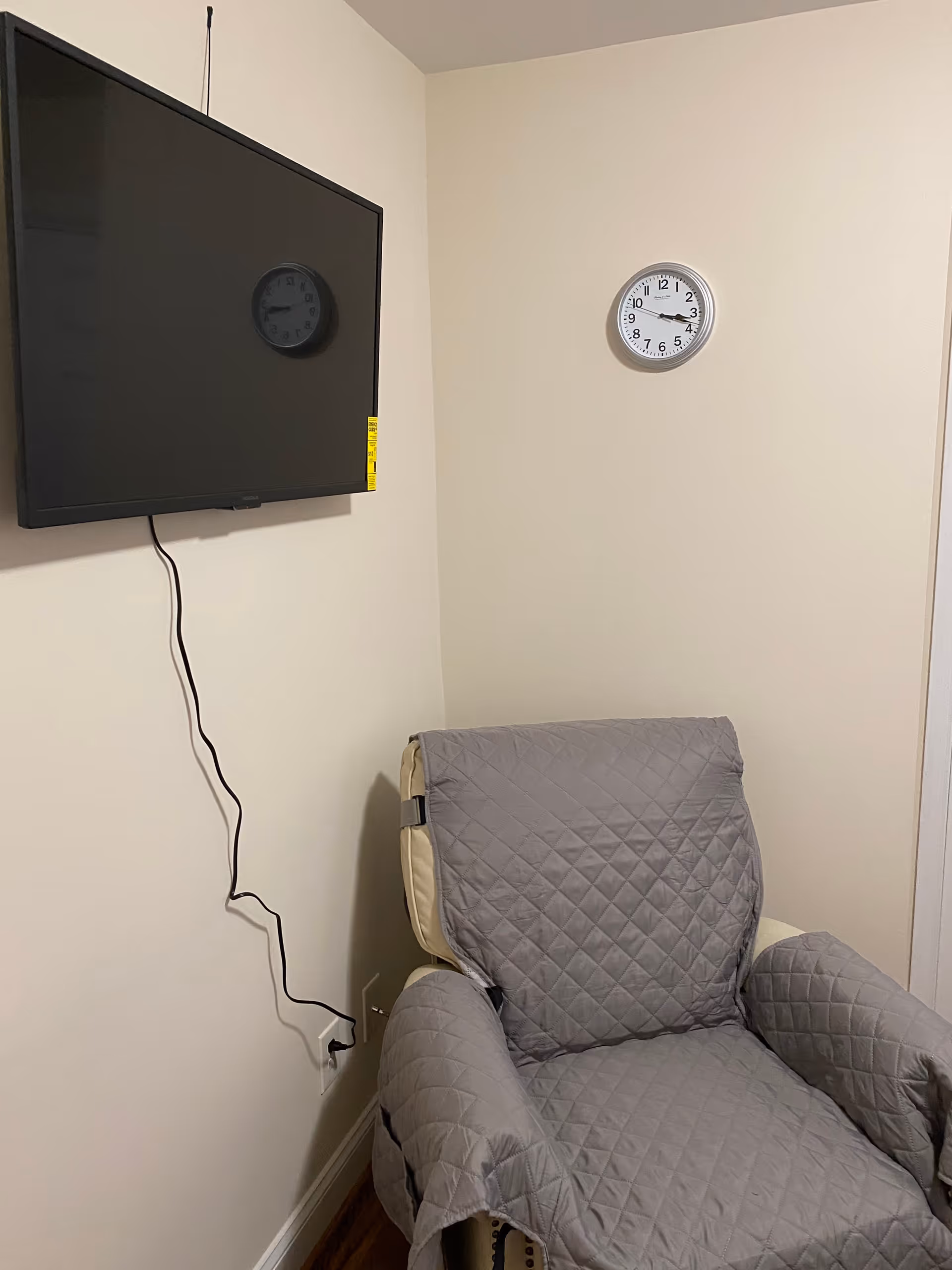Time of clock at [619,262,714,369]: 3:18
